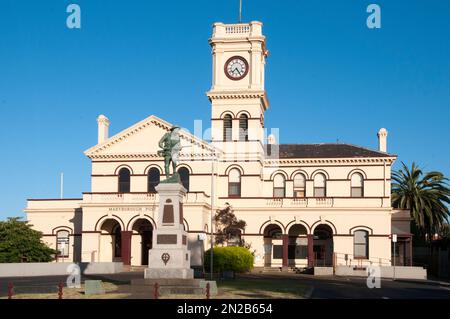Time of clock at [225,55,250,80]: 7:24
